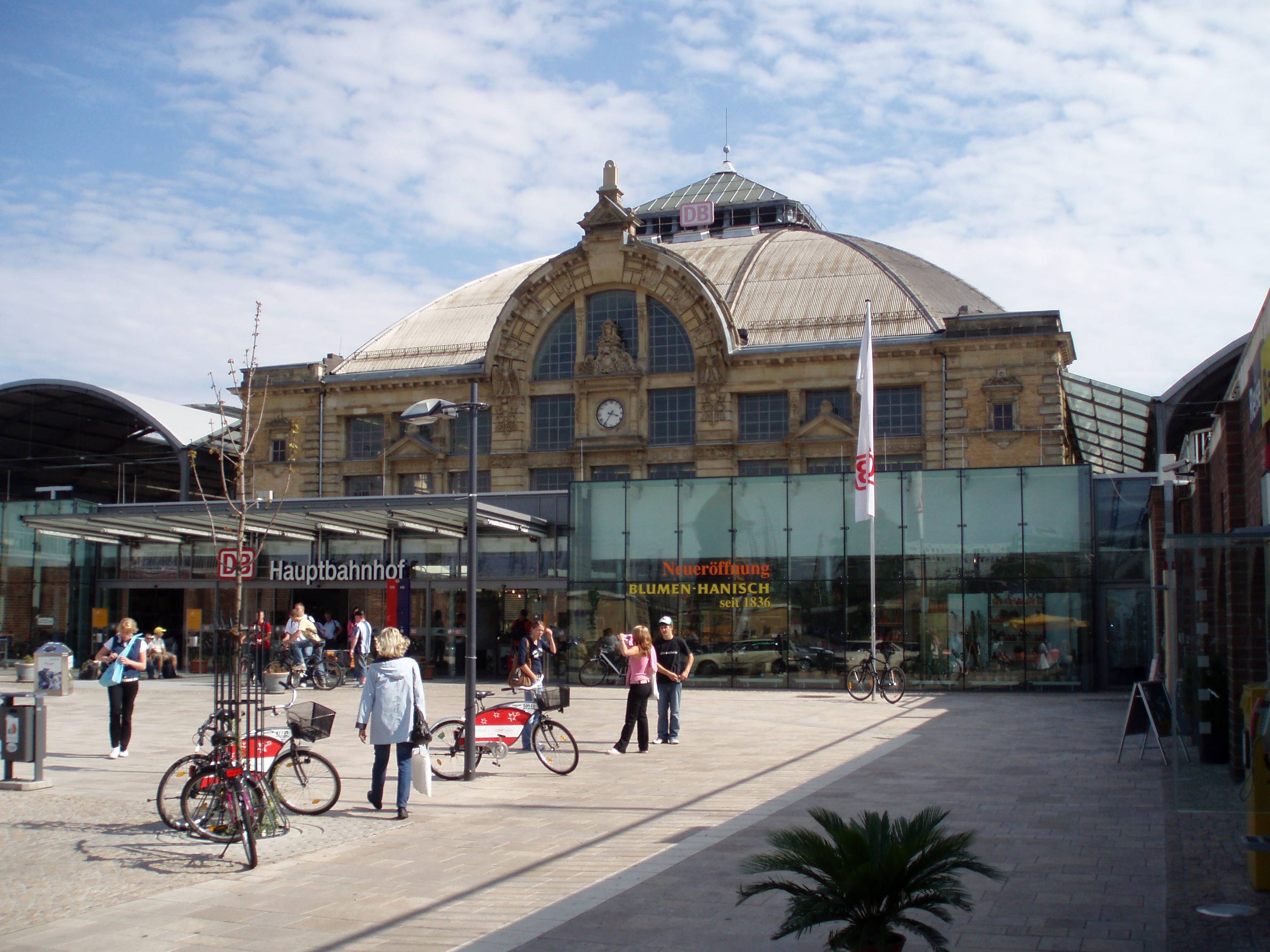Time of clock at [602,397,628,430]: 3:35
